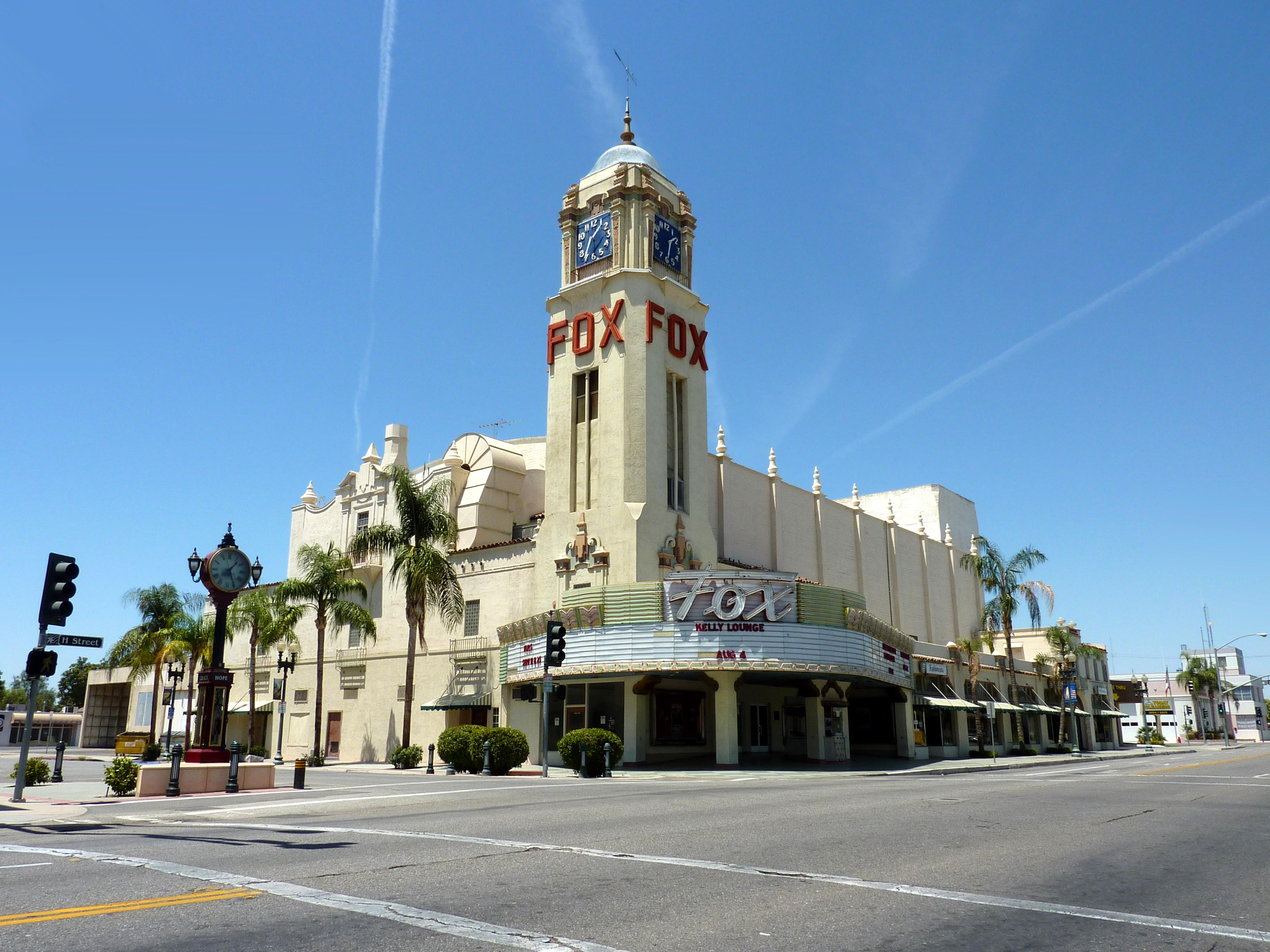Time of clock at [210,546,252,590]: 1:26
